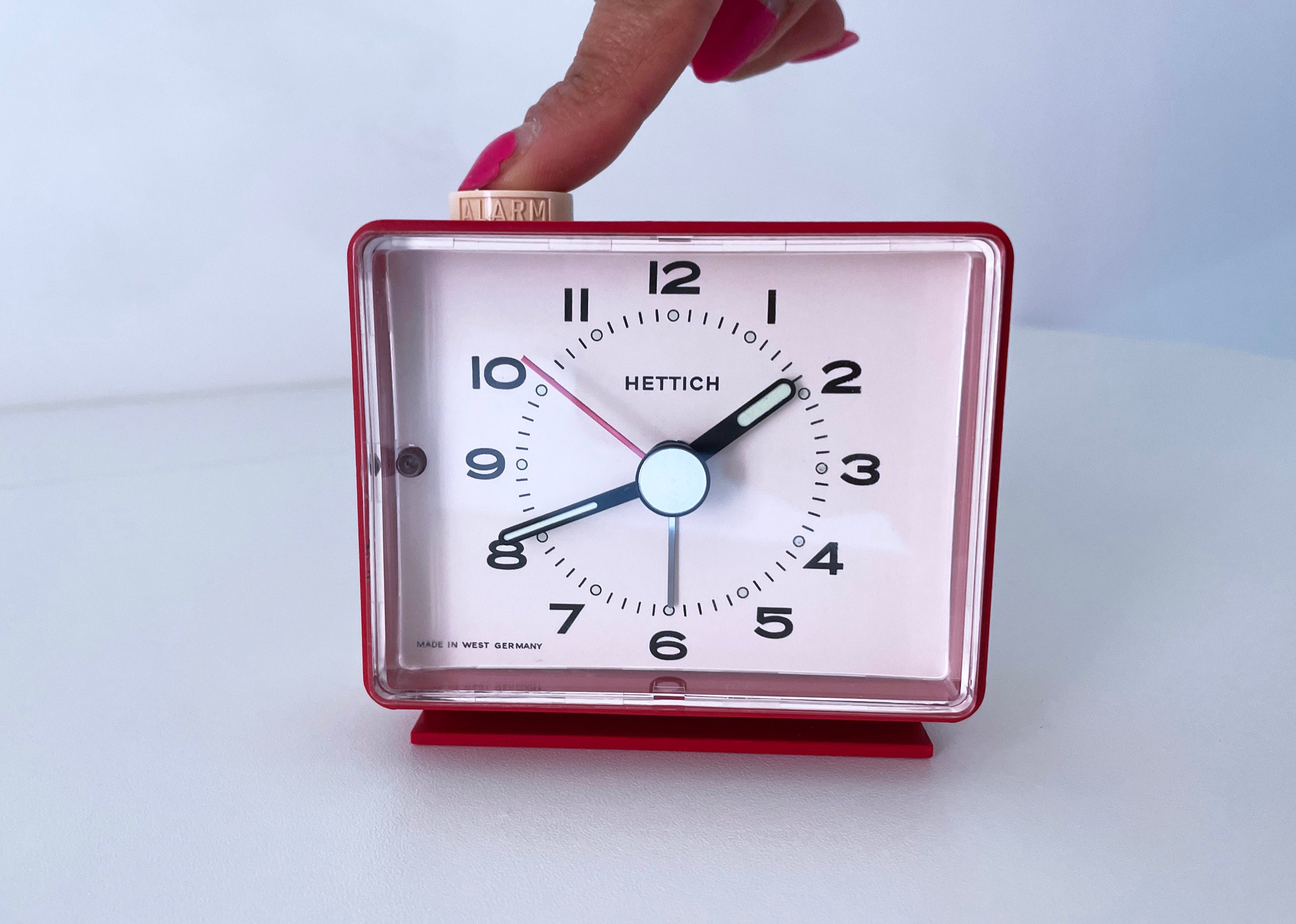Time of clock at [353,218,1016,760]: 1:40
